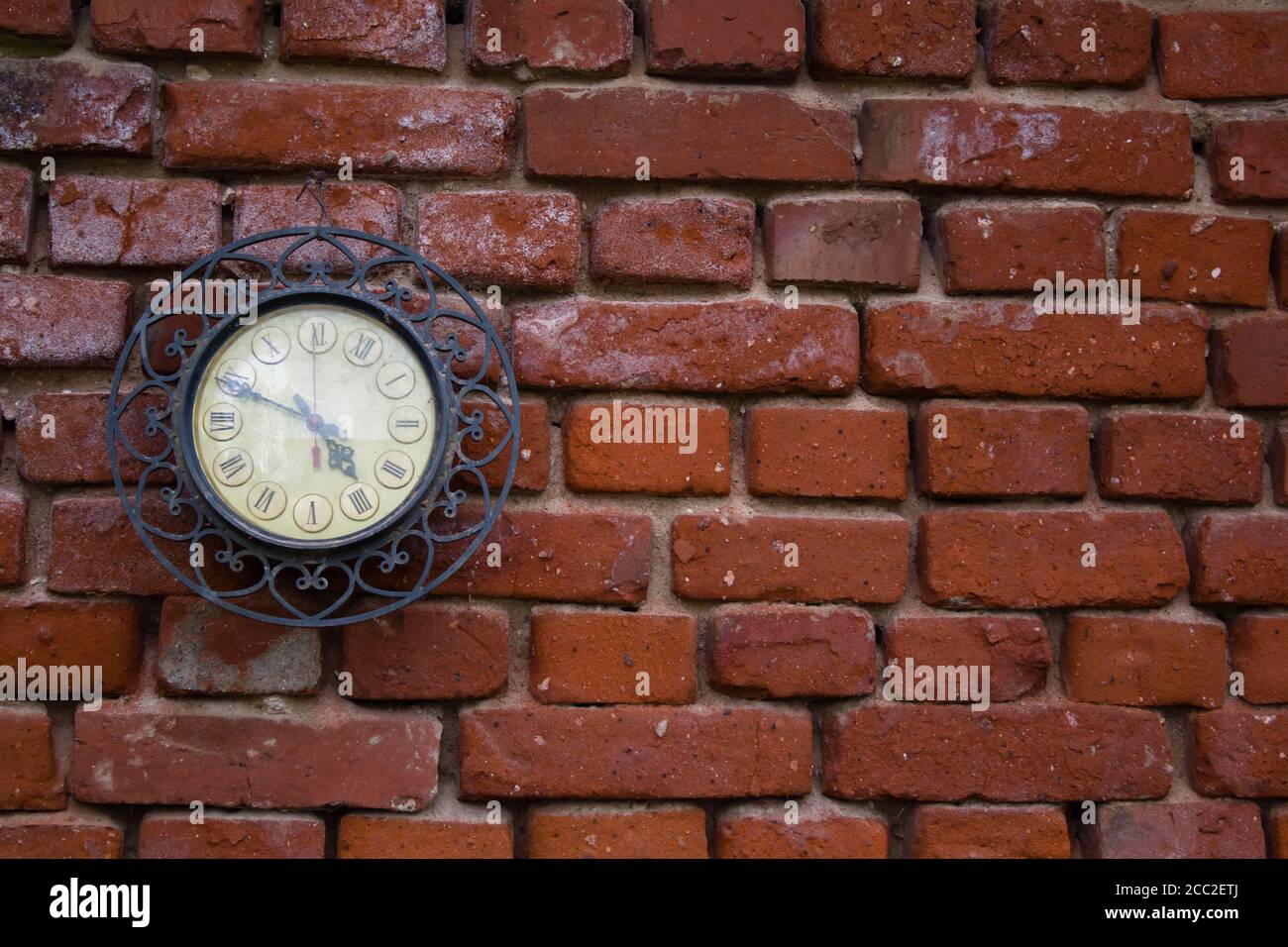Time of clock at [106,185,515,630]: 4:49
